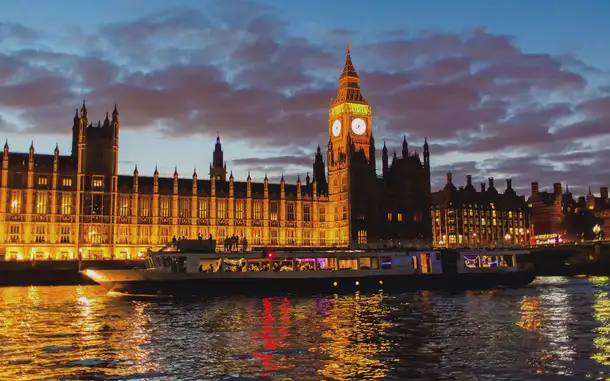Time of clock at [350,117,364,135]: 7:27
